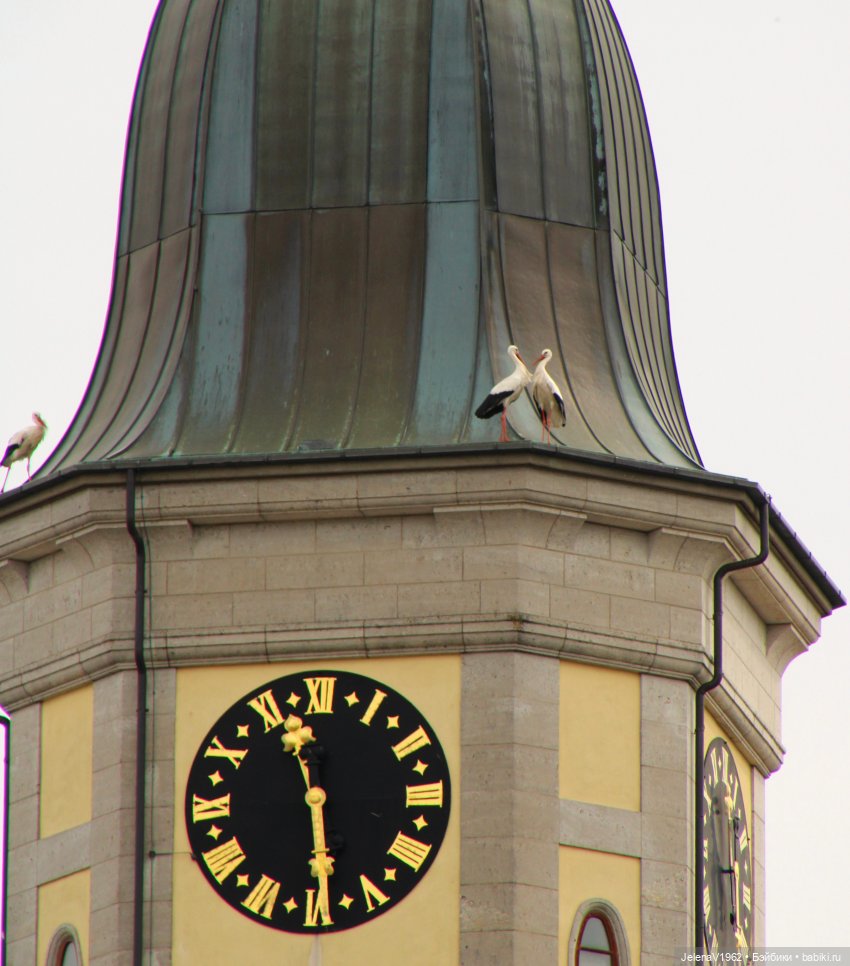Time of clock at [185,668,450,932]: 11:28
